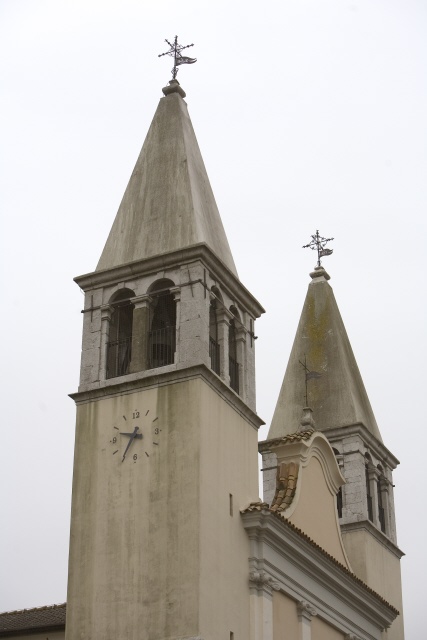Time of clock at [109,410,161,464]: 9:35
